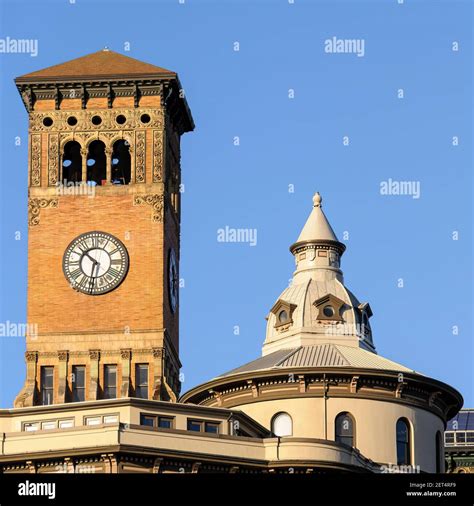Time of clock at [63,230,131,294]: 10:32
